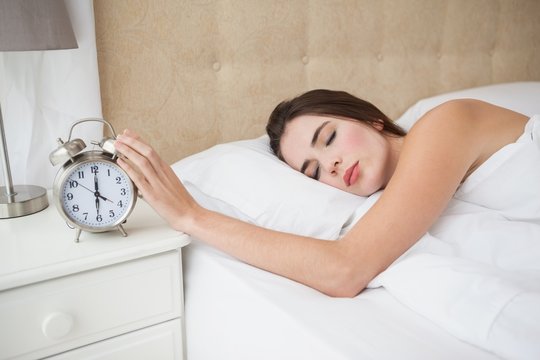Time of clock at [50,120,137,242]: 6:00
